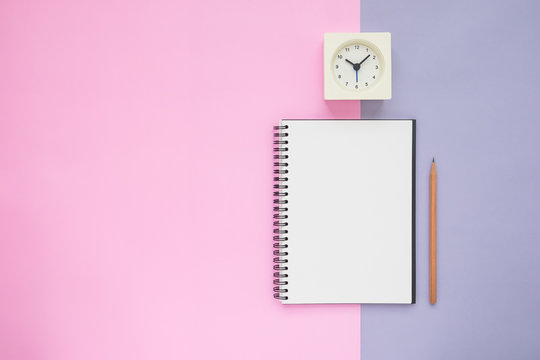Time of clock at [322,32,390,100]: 10:07
